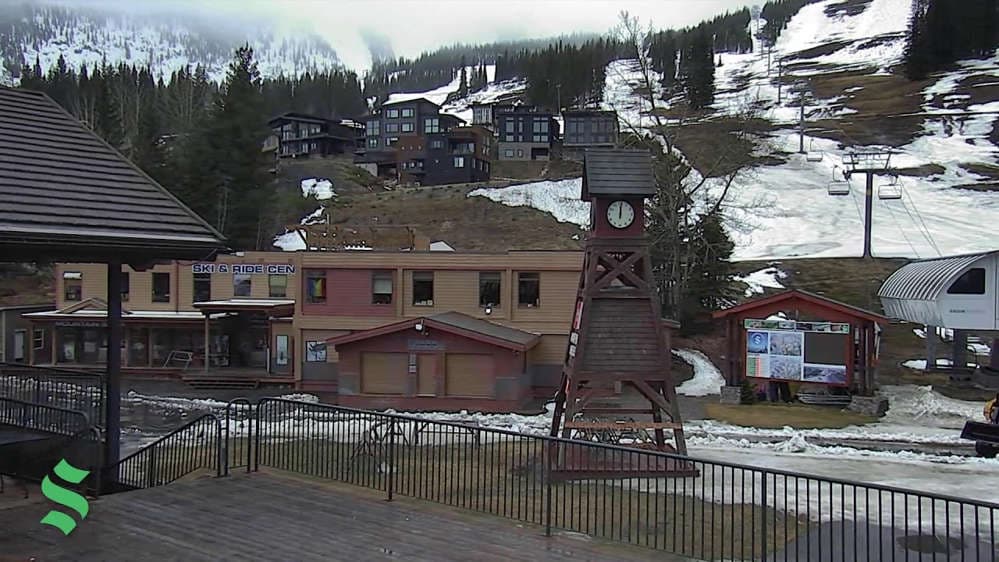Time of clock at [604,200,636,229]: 12:00
